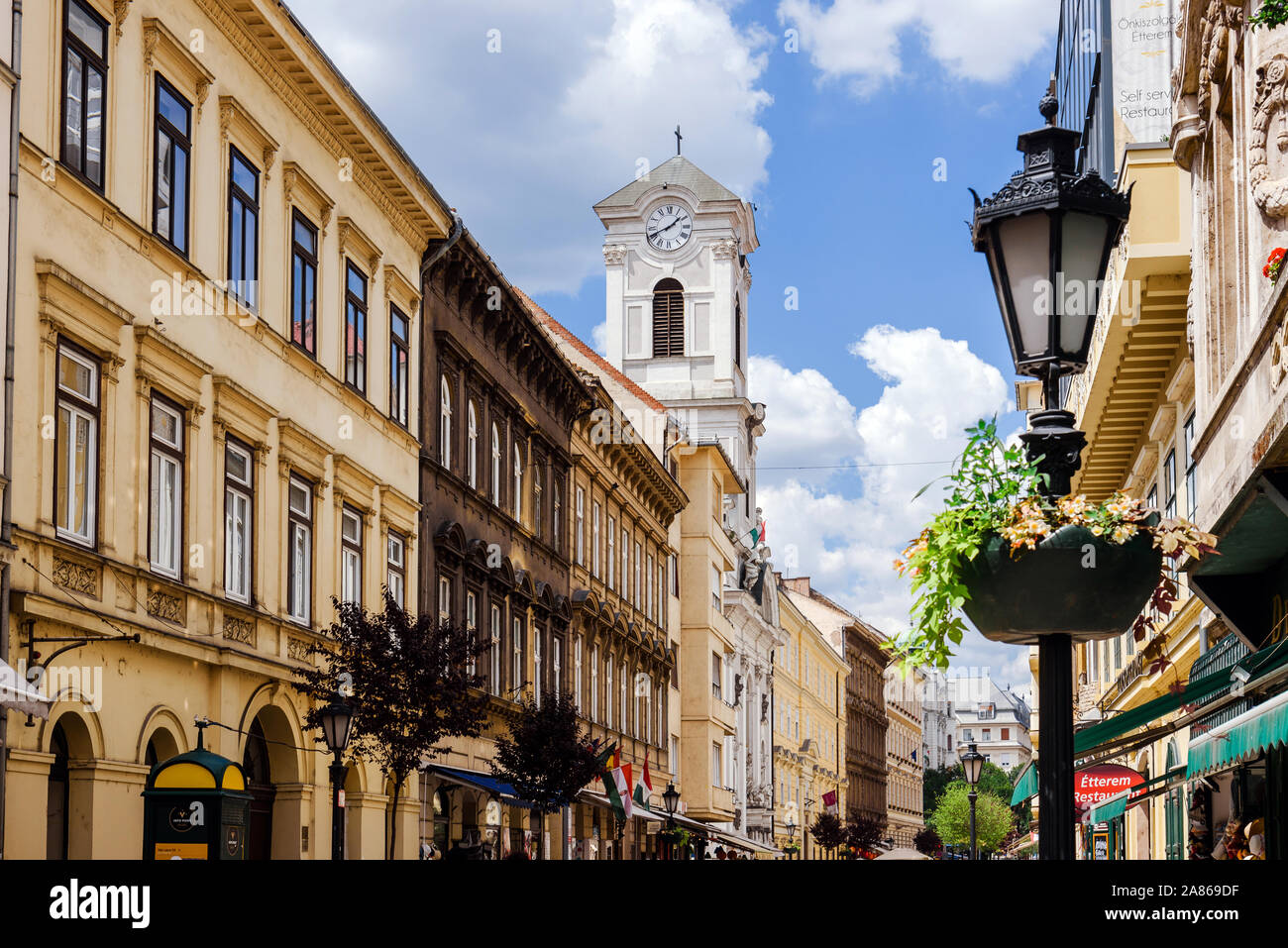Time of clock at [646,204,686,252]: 1:41
